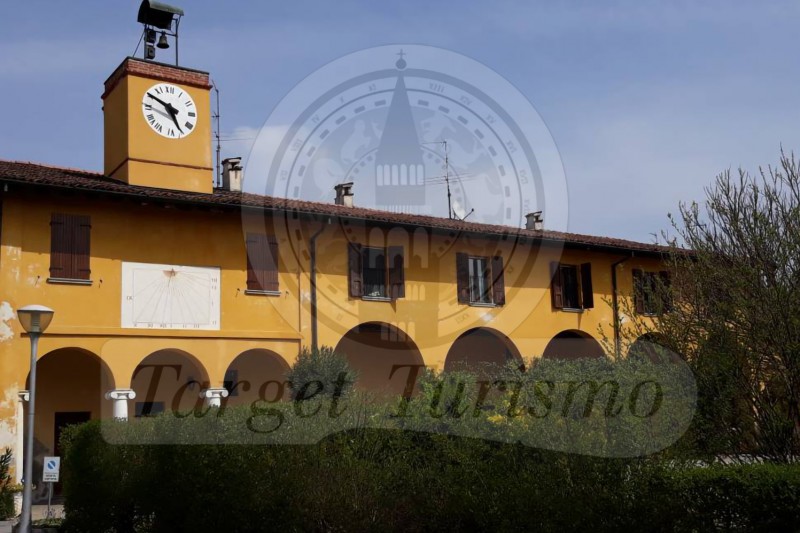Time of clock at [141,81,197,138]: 4:50
